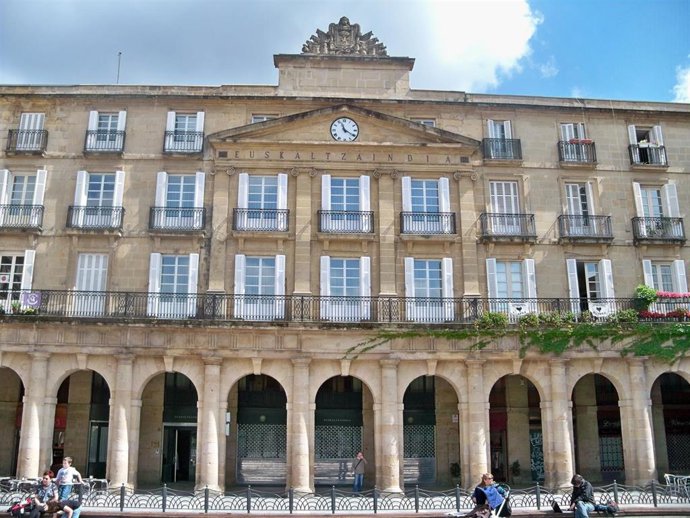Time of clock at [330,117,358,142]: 11:20
